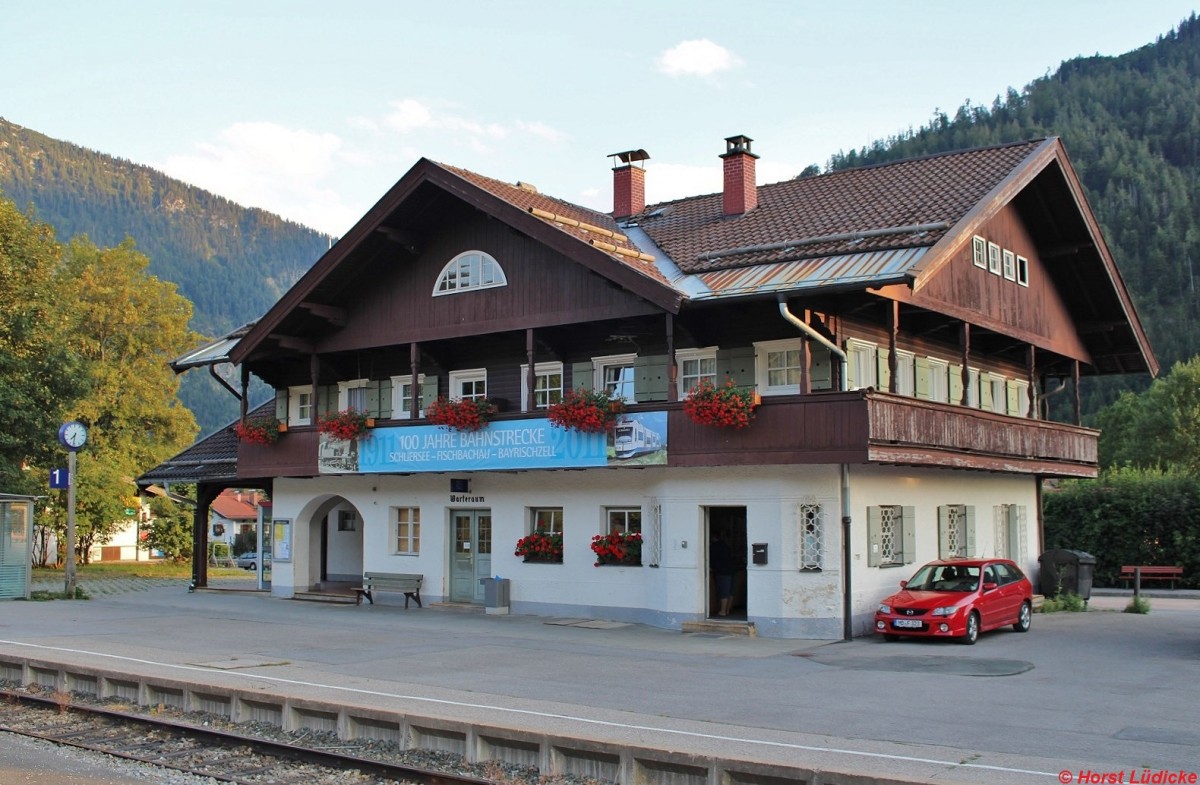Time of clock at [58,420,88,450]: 7:31
